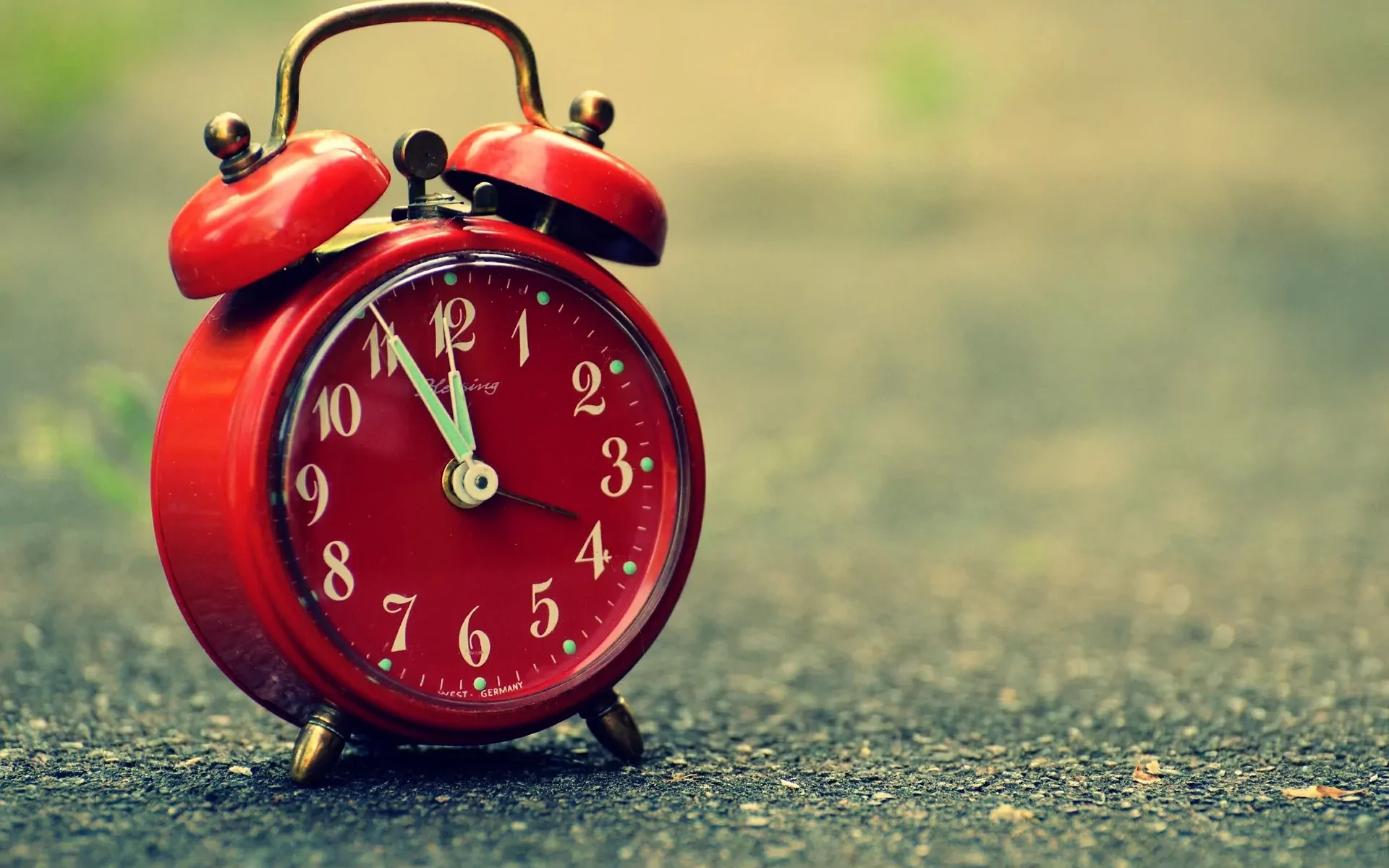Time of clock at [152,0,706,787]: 11:55
